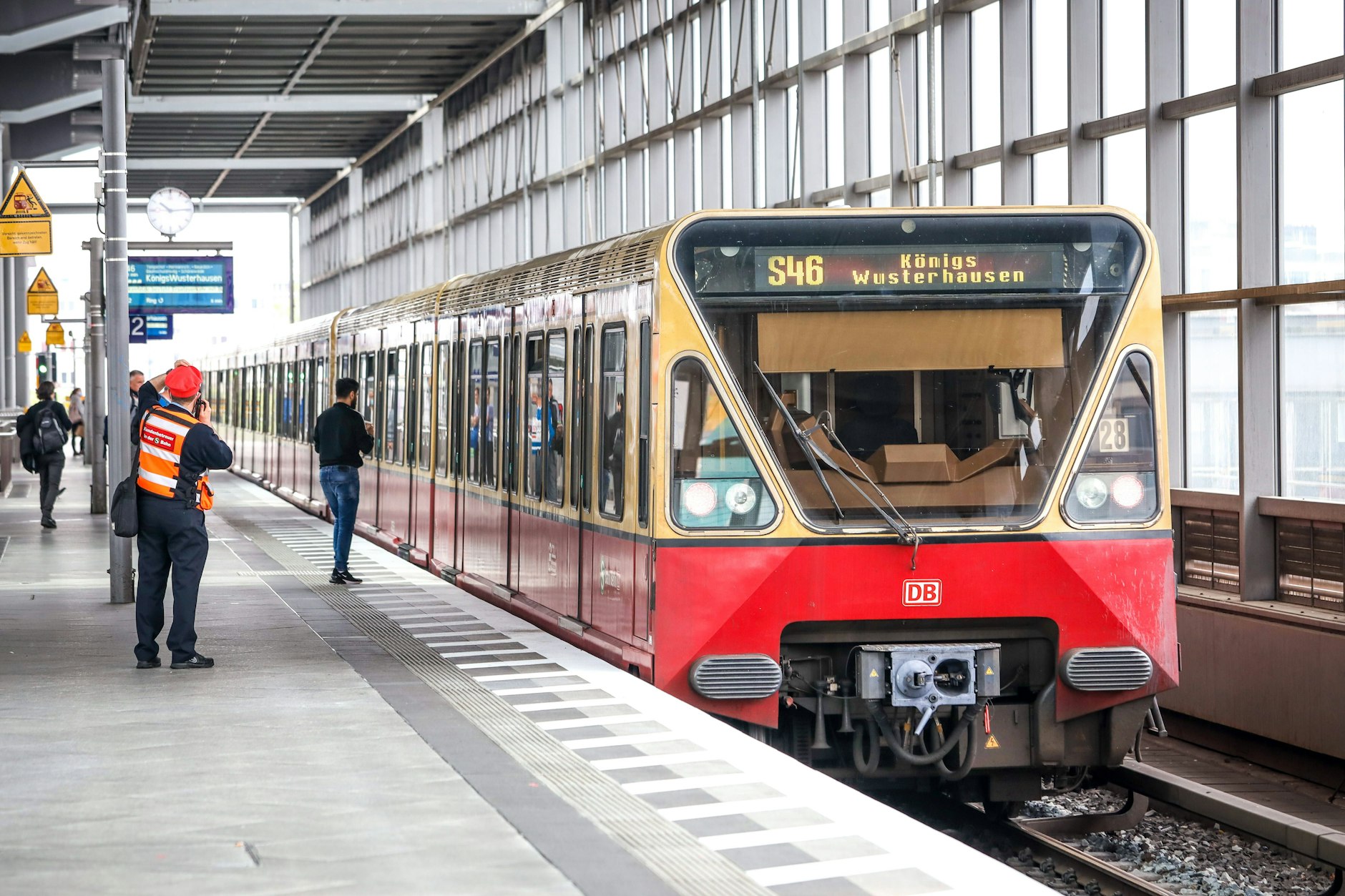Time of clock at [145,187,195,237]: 10:14
